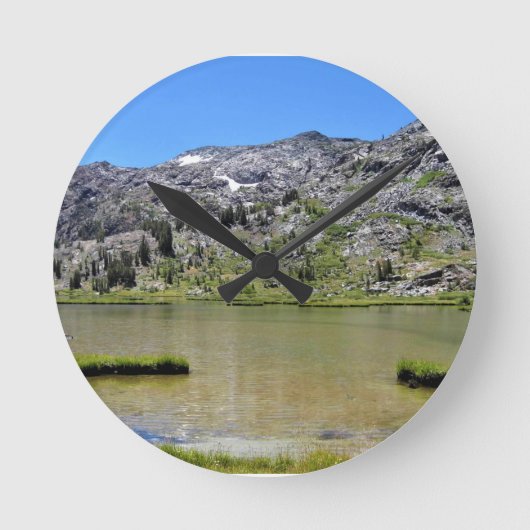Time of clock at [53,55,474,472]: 10:07
